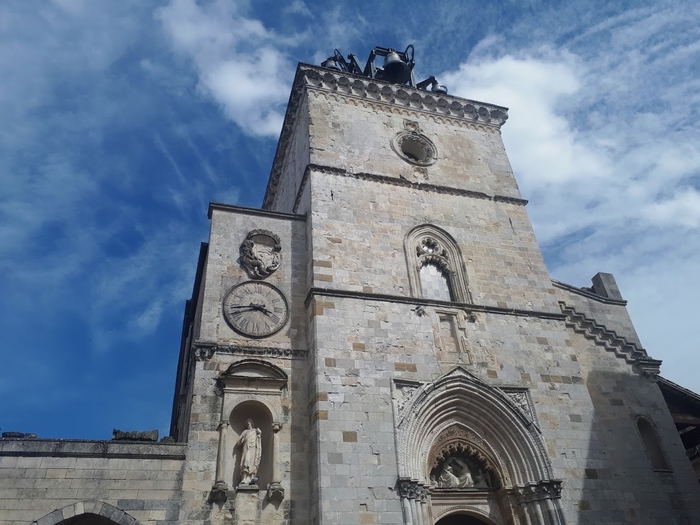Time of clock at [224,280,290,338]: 3:43
